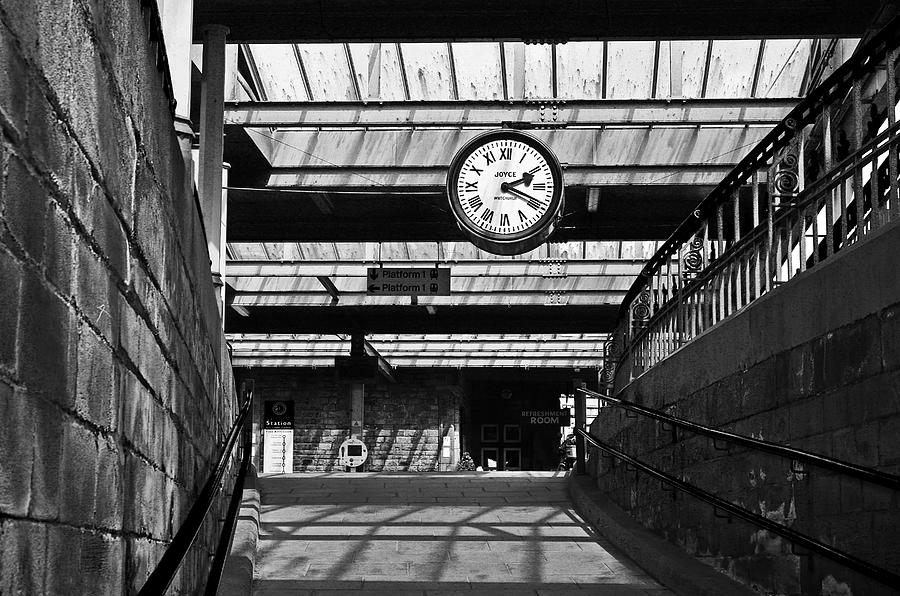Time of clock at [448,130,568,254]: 2:18
